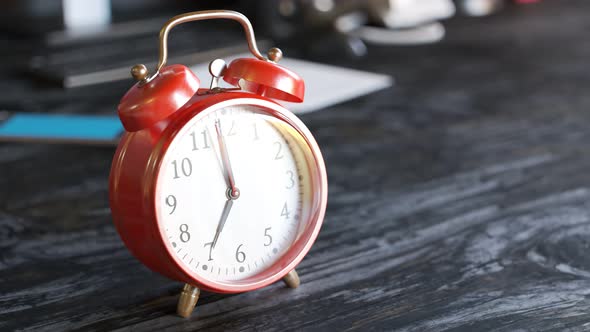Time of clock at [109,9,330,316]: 6:58
